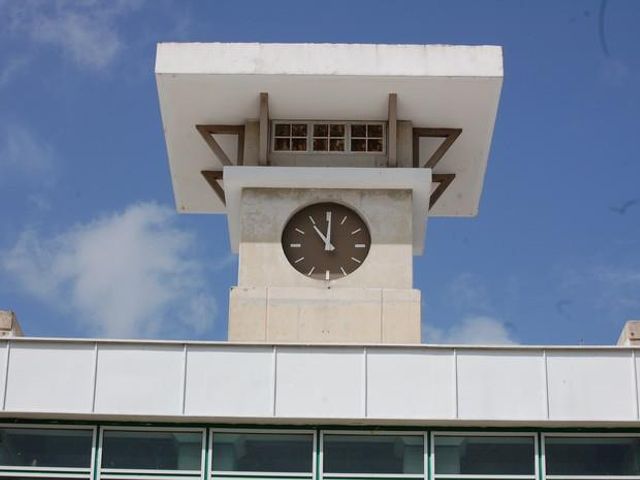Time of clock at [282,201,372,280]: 11:00
